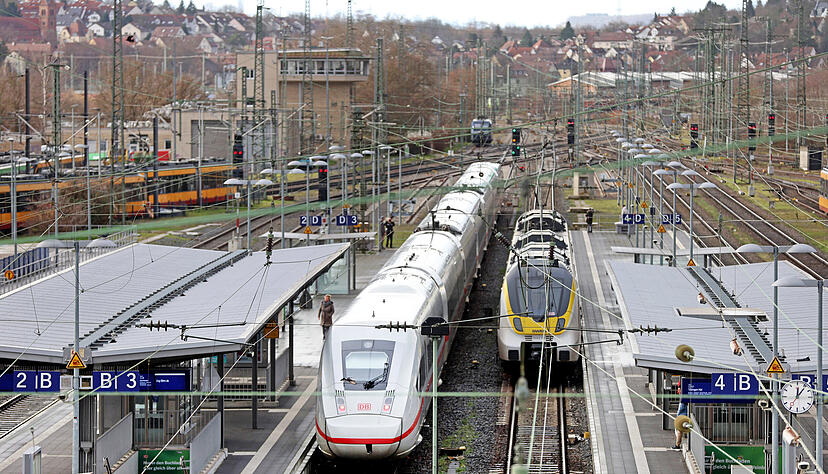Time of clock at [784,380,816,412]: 12:06
